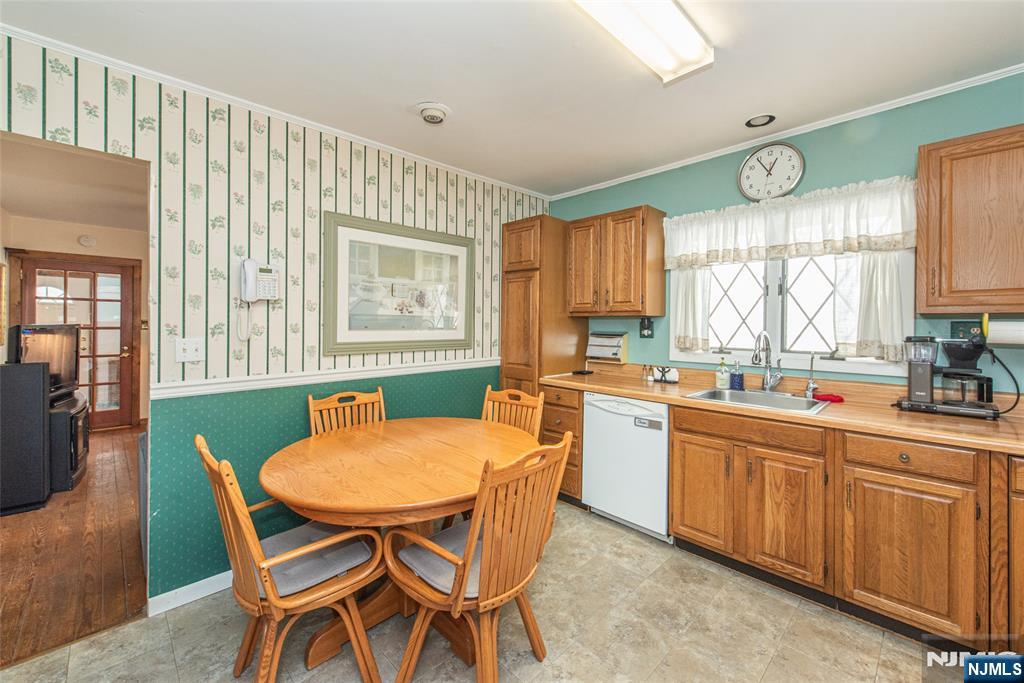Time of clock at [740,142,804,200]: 12:54
